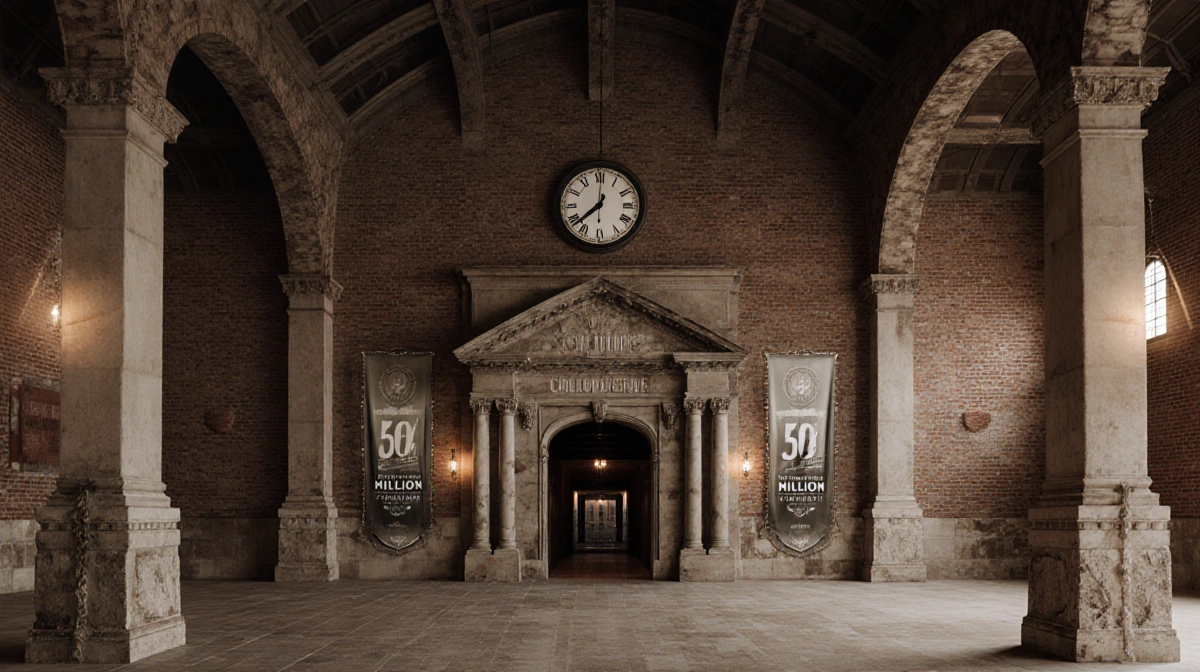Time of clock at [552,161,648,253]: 7:37
